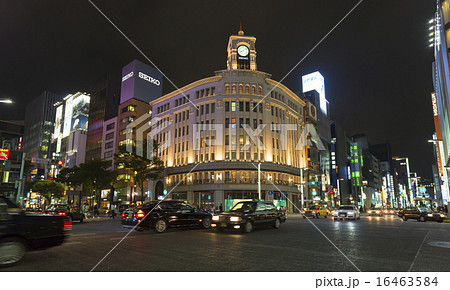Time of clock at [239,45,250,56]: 8:09
